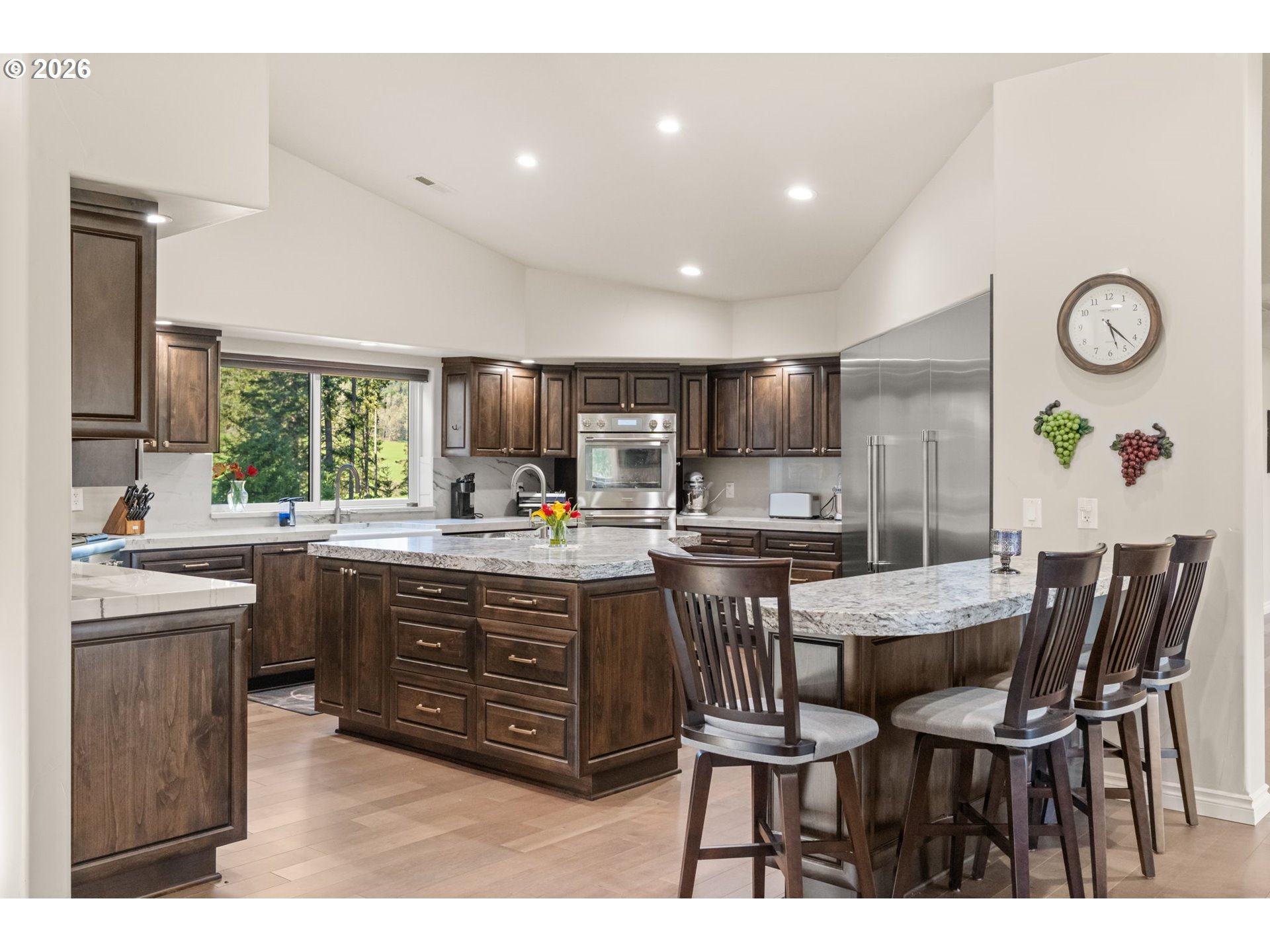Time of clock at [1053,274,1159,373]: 5:22
